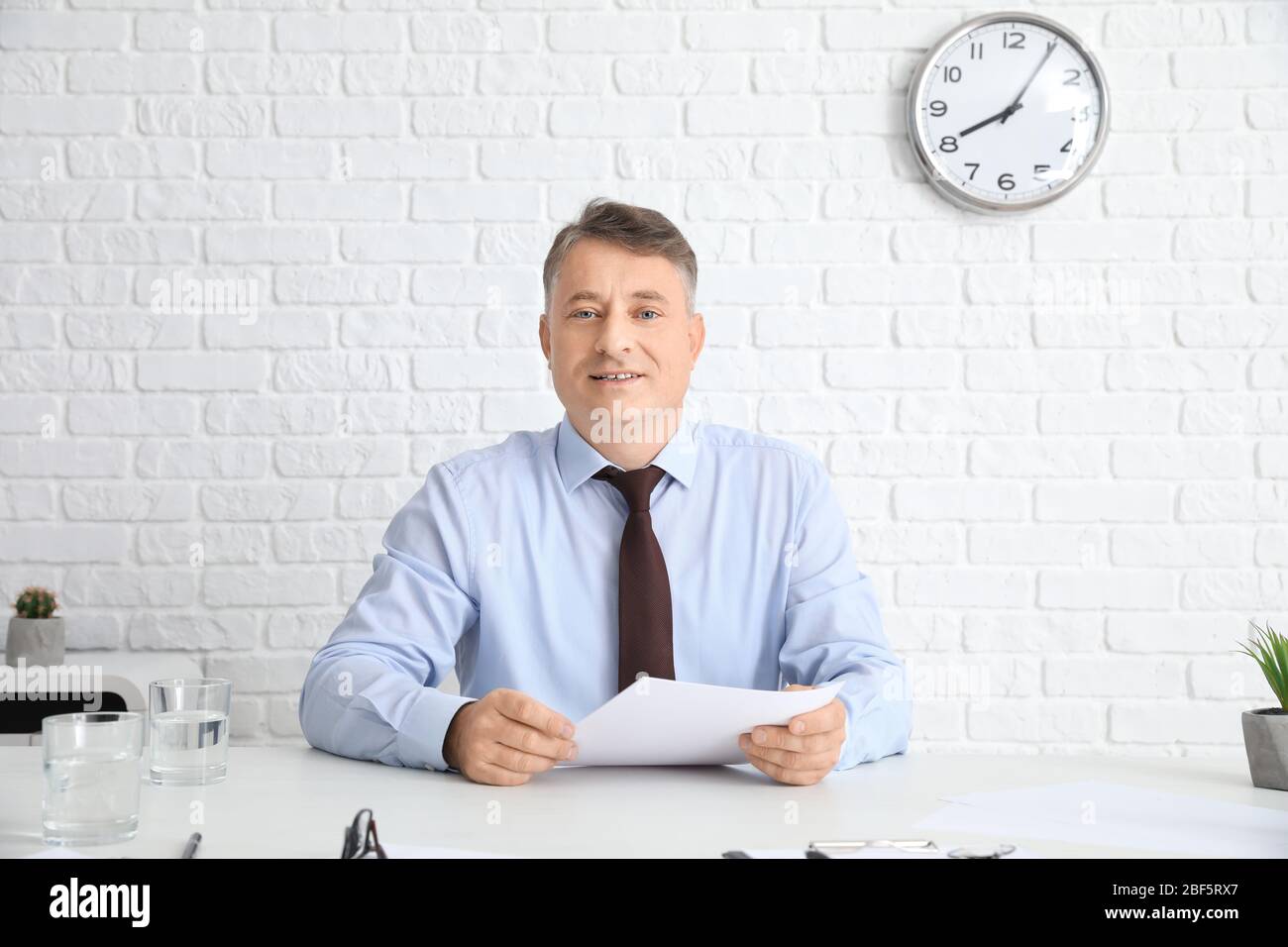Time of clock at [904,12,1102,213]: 8:05
